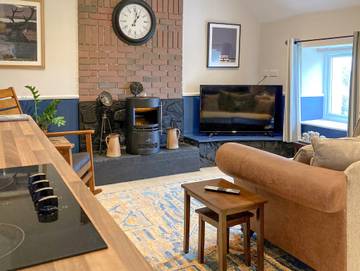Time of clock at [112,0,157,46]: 1:01
